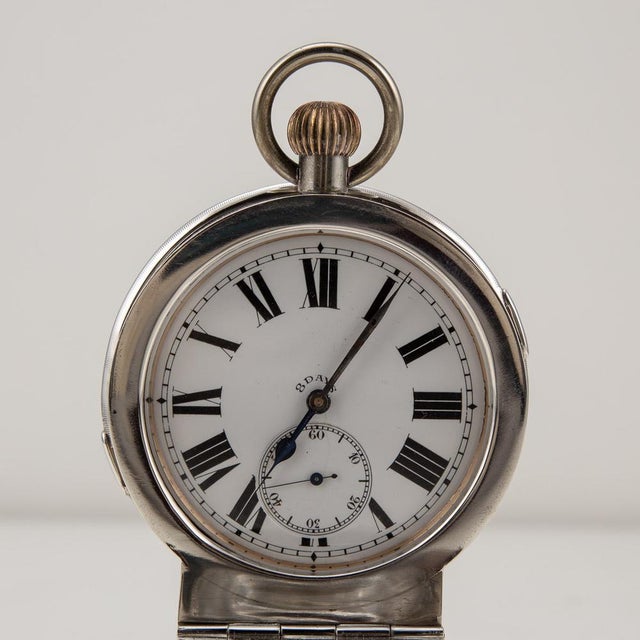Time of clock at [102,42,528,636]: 7:05
